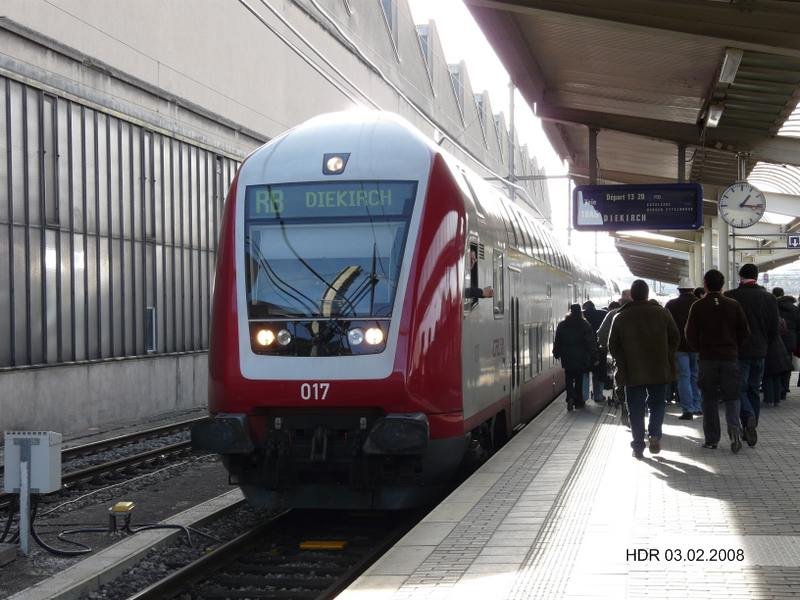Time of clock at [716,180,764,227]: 1:16
